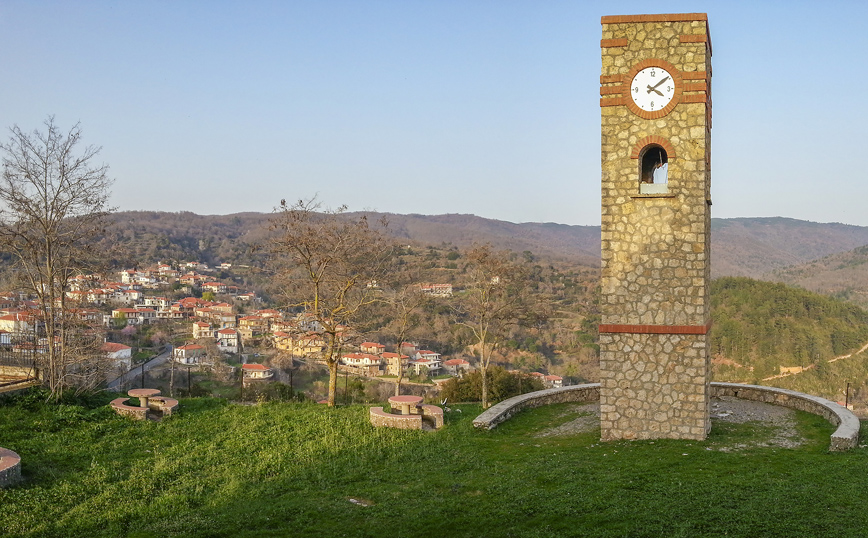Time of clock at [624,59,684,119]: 4:08
